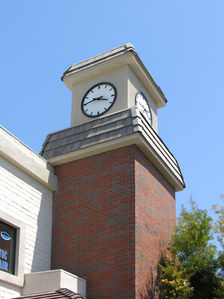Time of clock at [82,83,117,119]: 3:44
